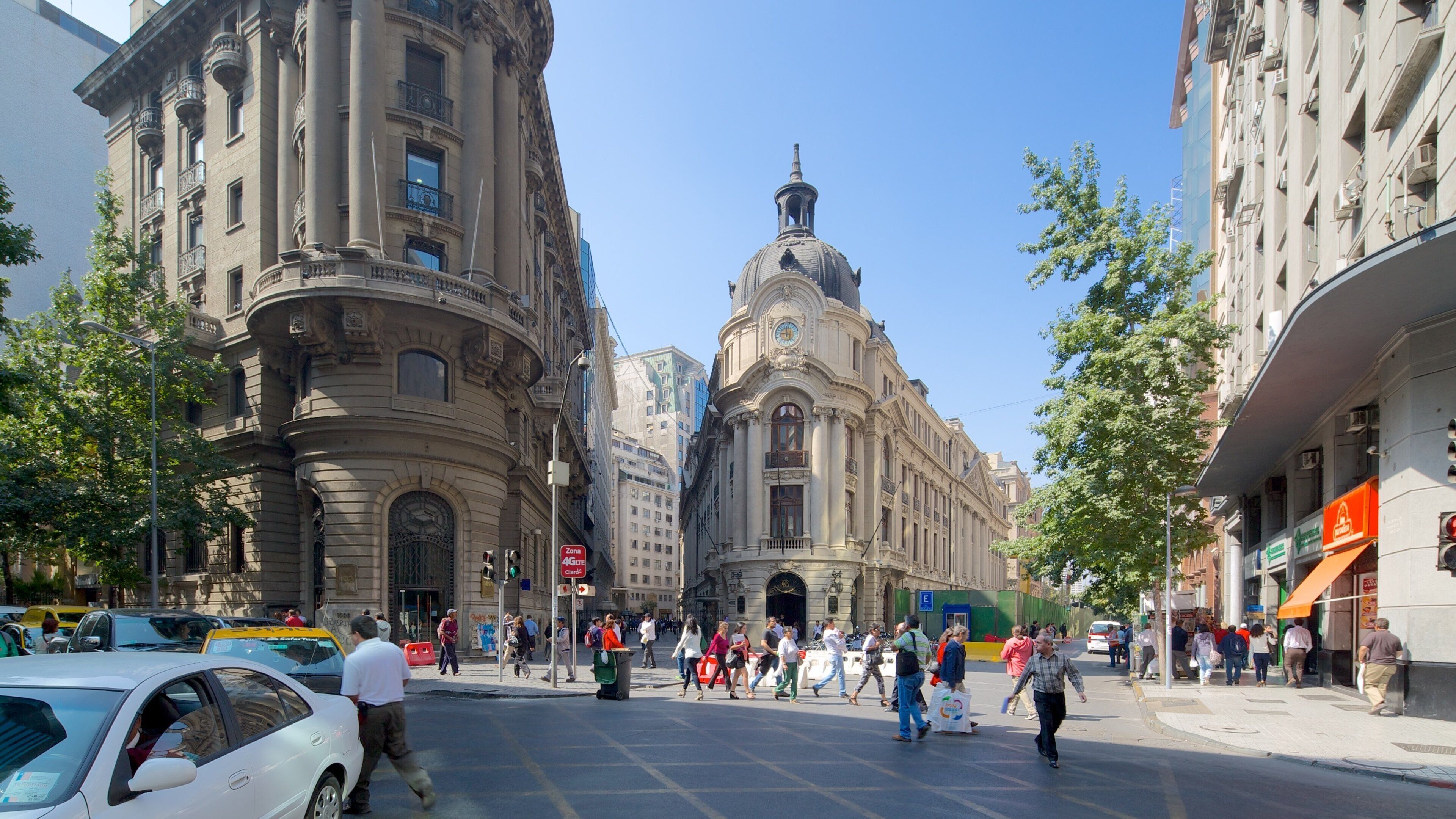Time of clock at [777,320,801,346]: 11:46
